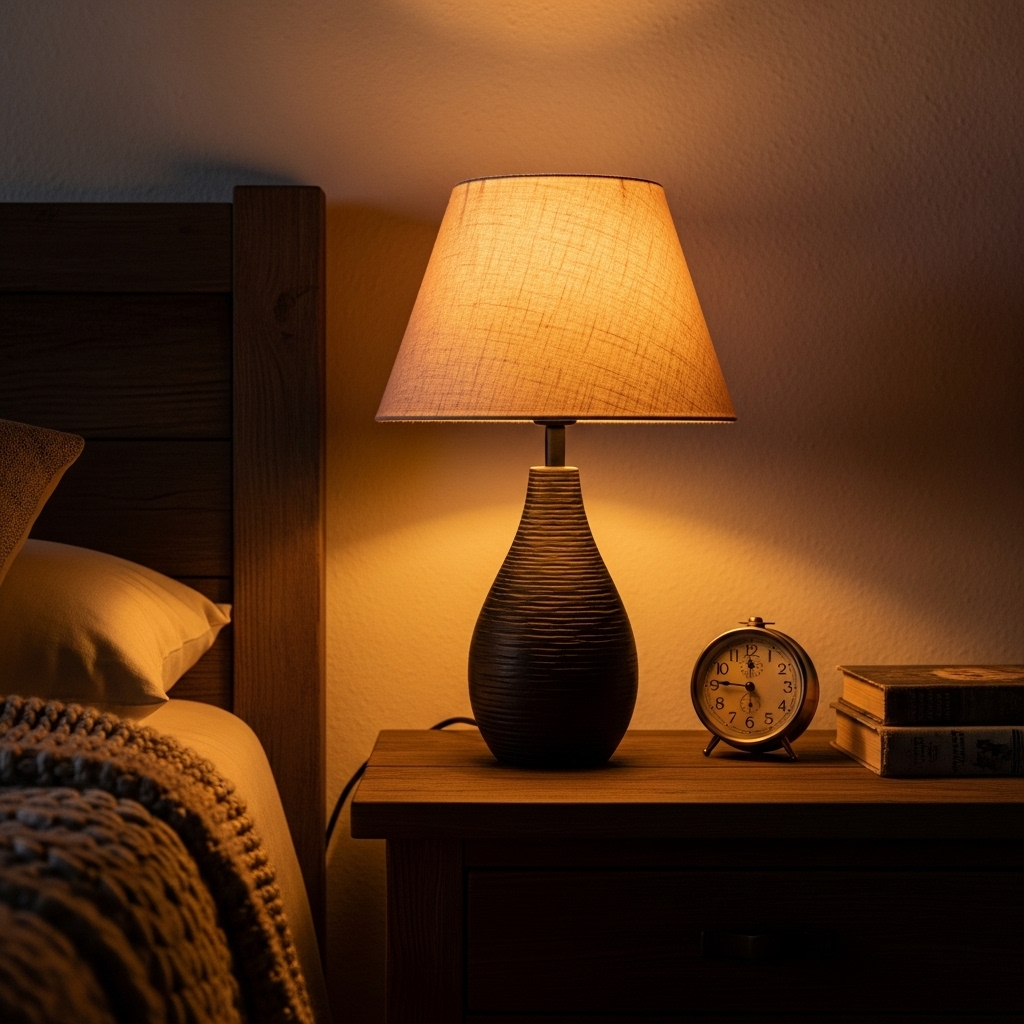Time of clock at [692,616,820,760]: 5:46
